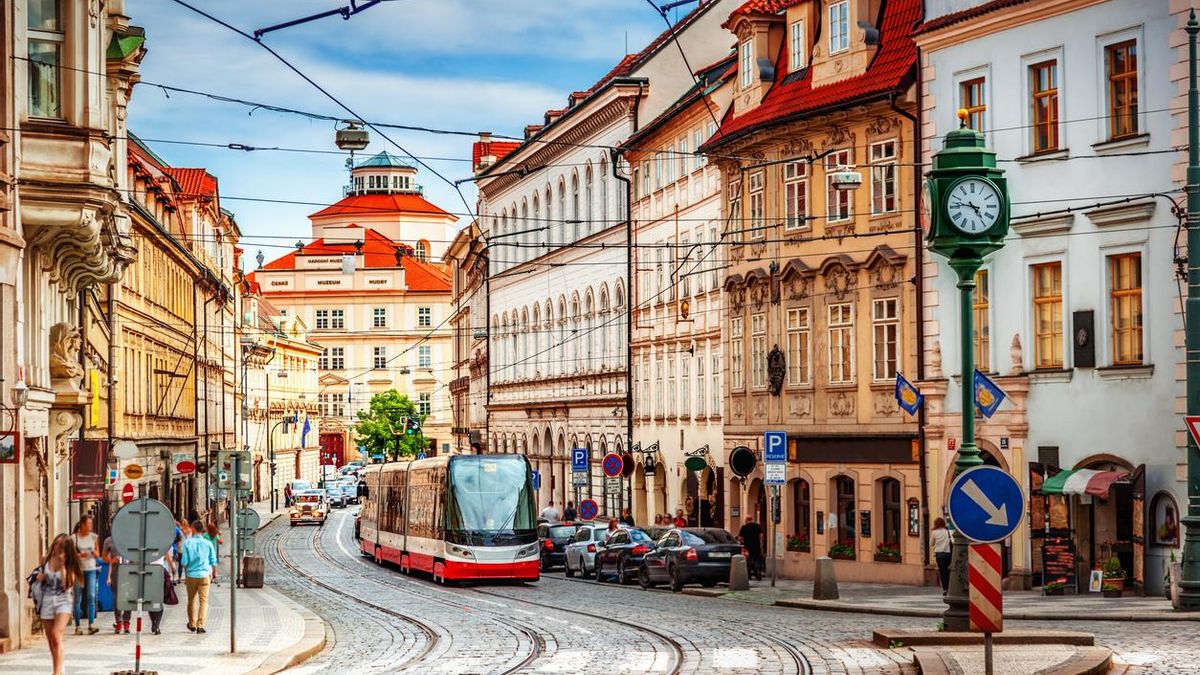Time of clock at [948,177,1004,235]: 4:46
